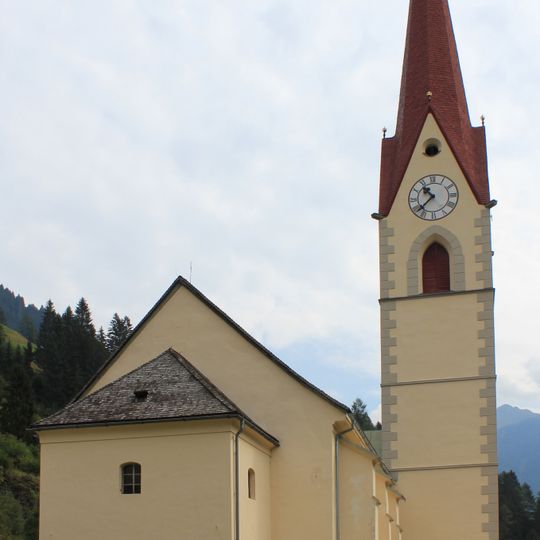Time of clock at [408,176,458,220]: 10:37
